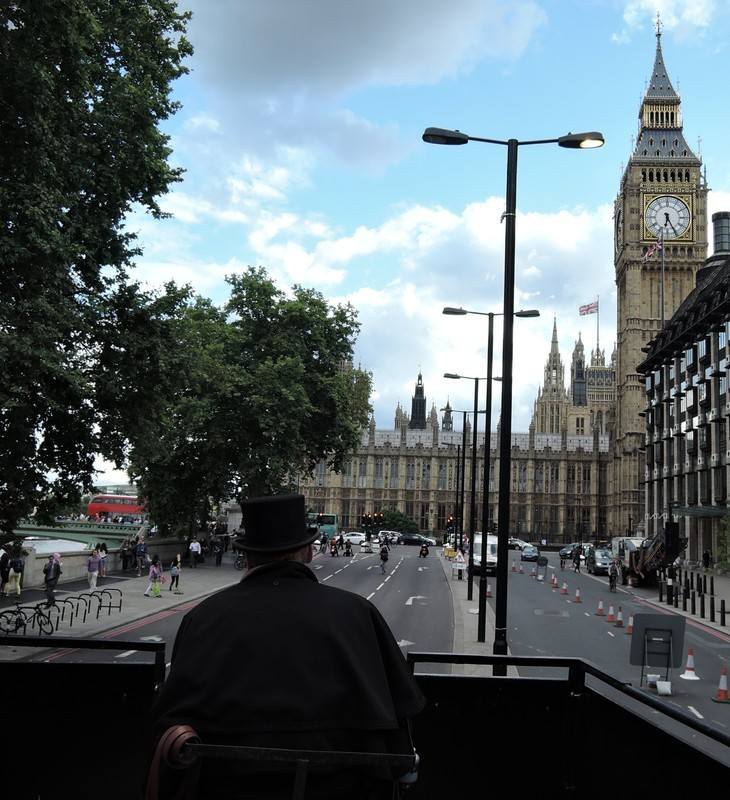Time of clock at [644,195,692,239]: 6:25
